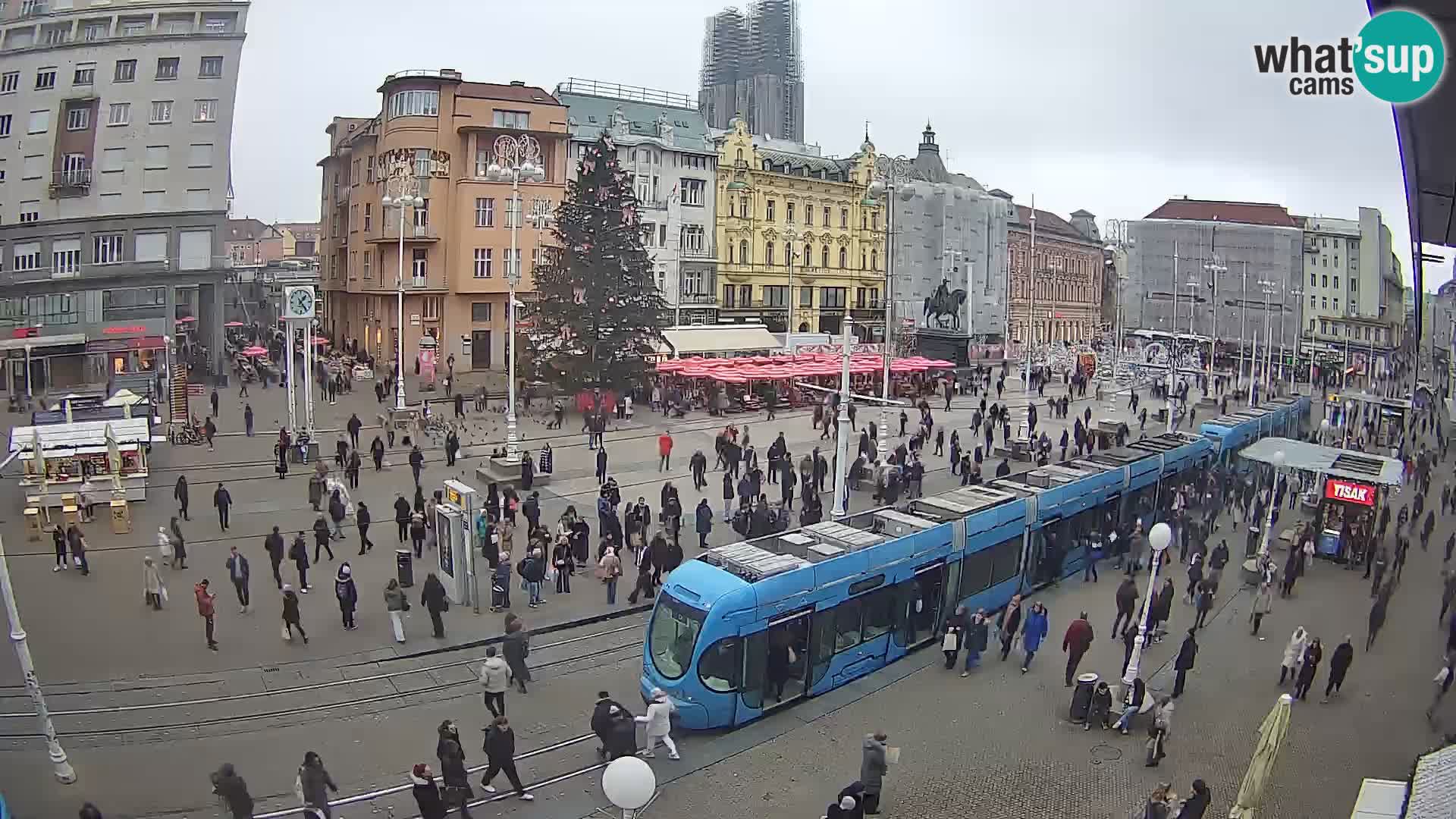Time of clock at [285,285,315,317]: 1:23
